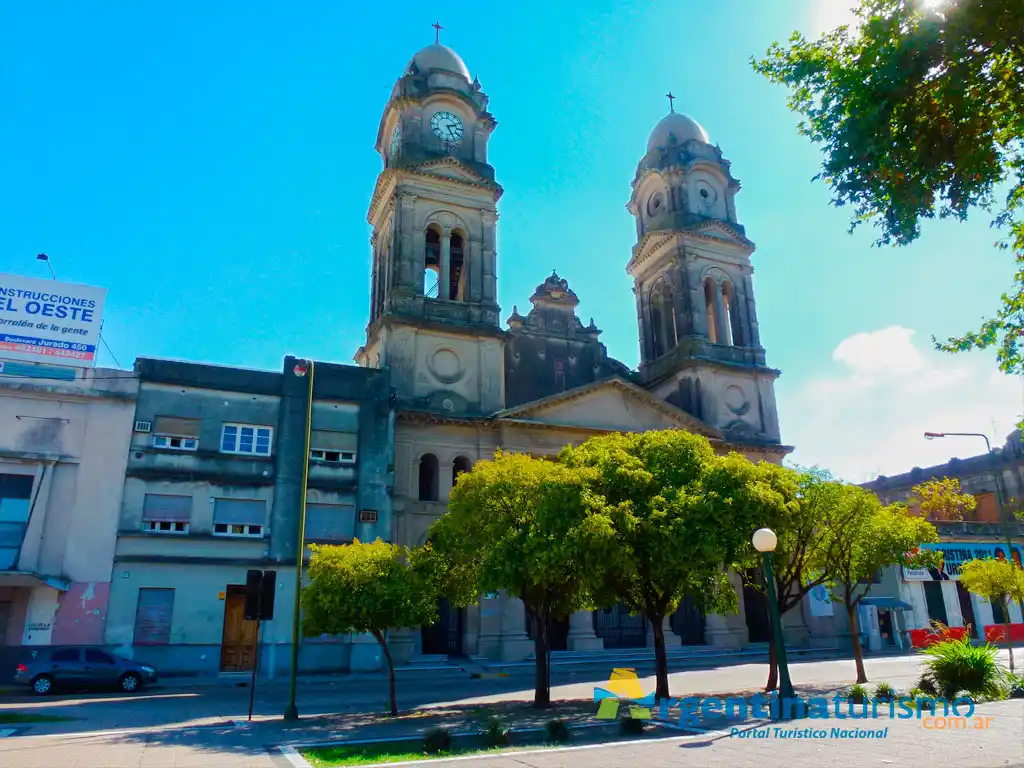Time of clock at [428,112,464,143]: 2:25
